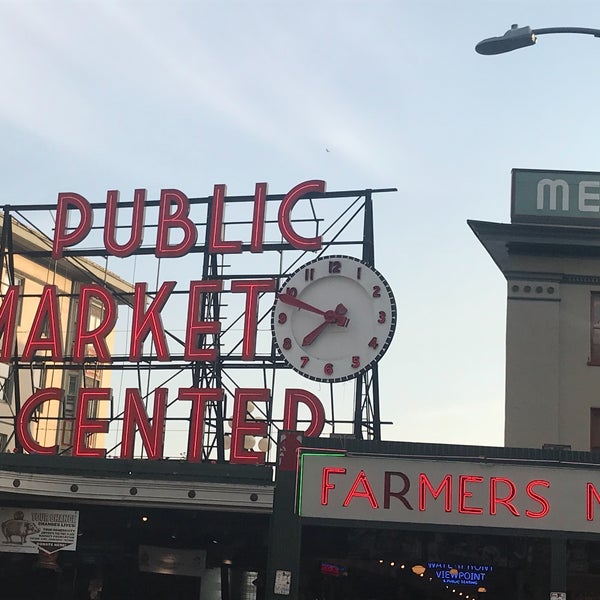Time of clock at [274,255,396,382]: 7:48
